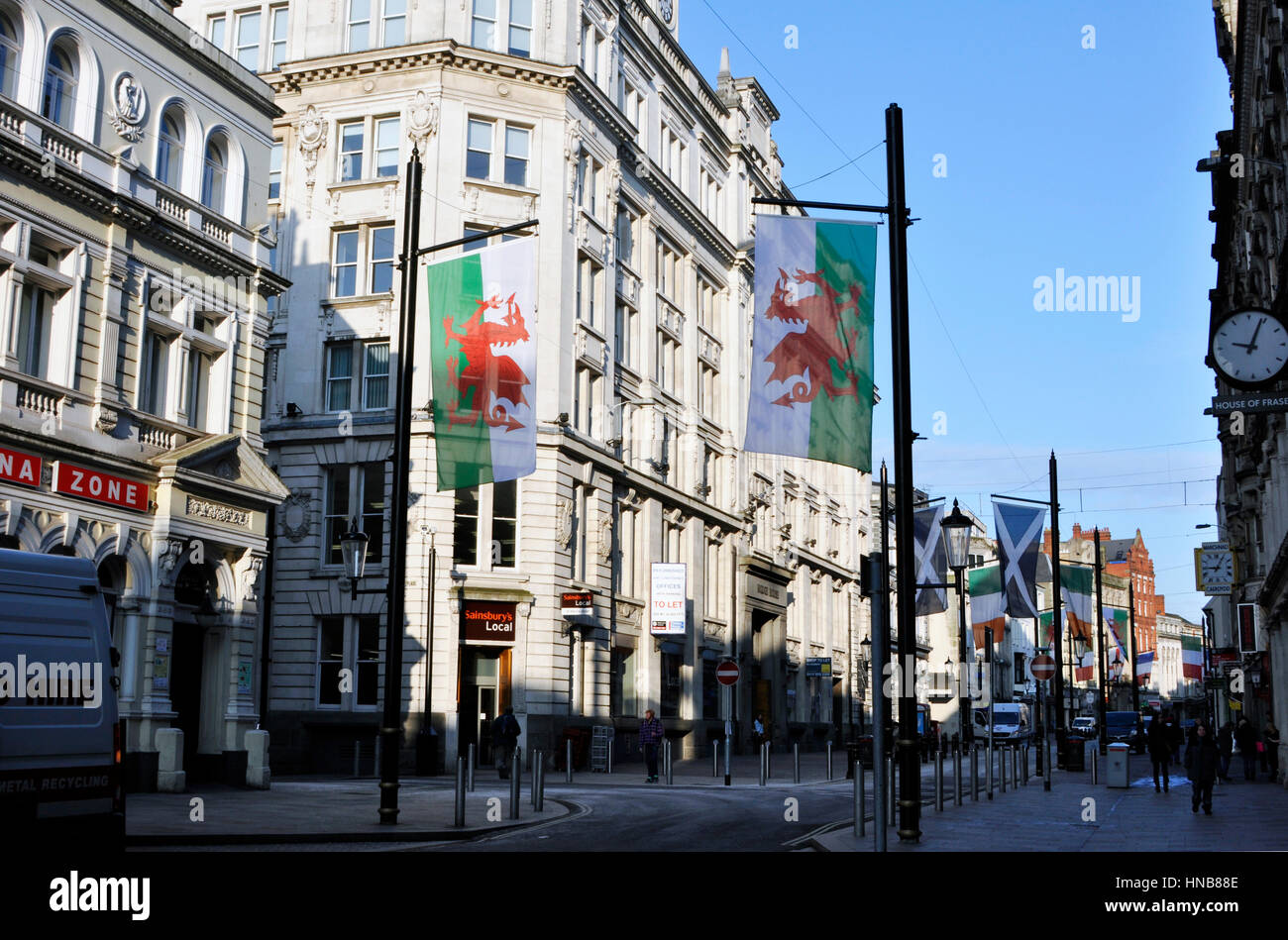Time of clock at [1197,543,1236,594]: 9:04
